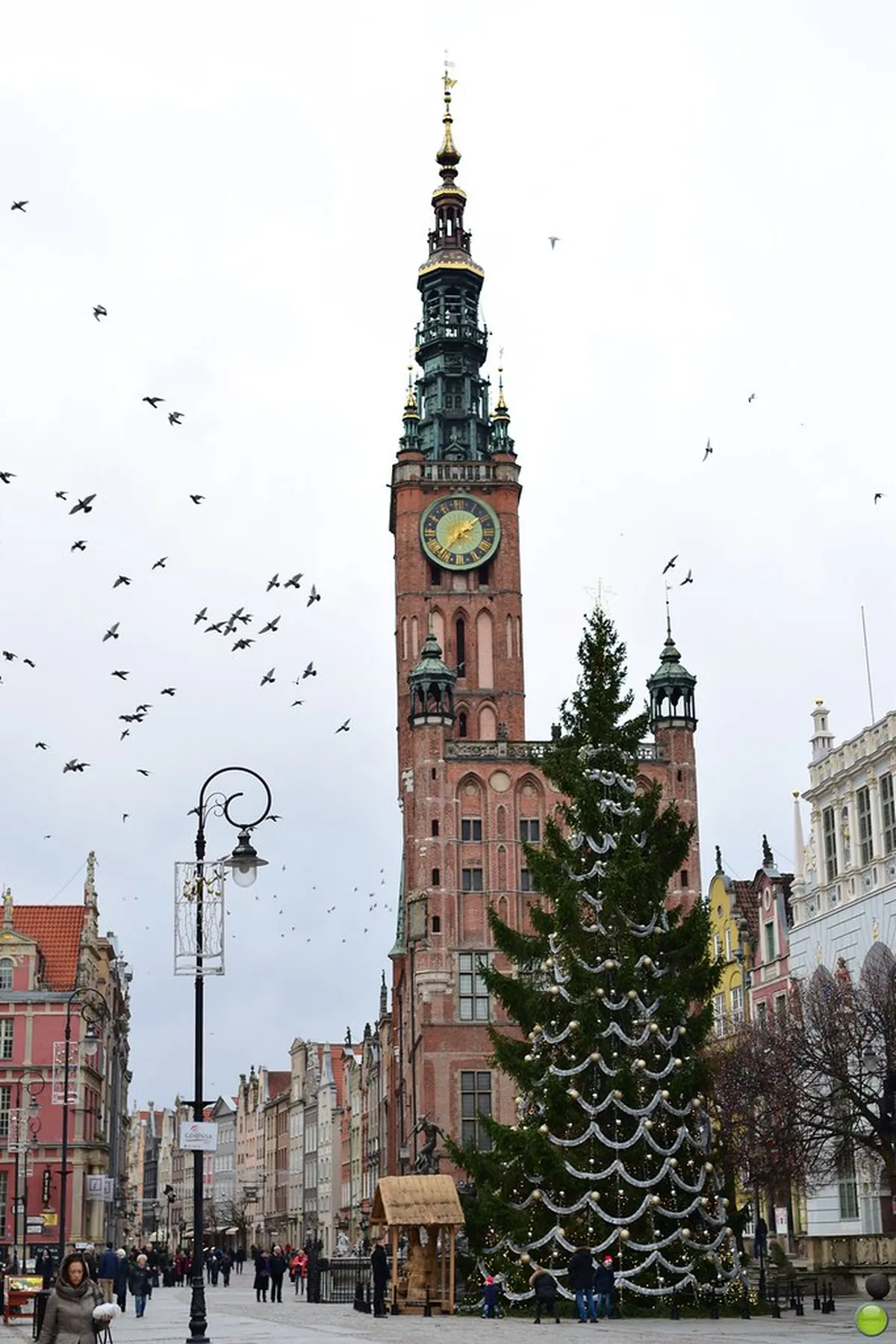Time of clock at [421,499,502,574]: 2:09
